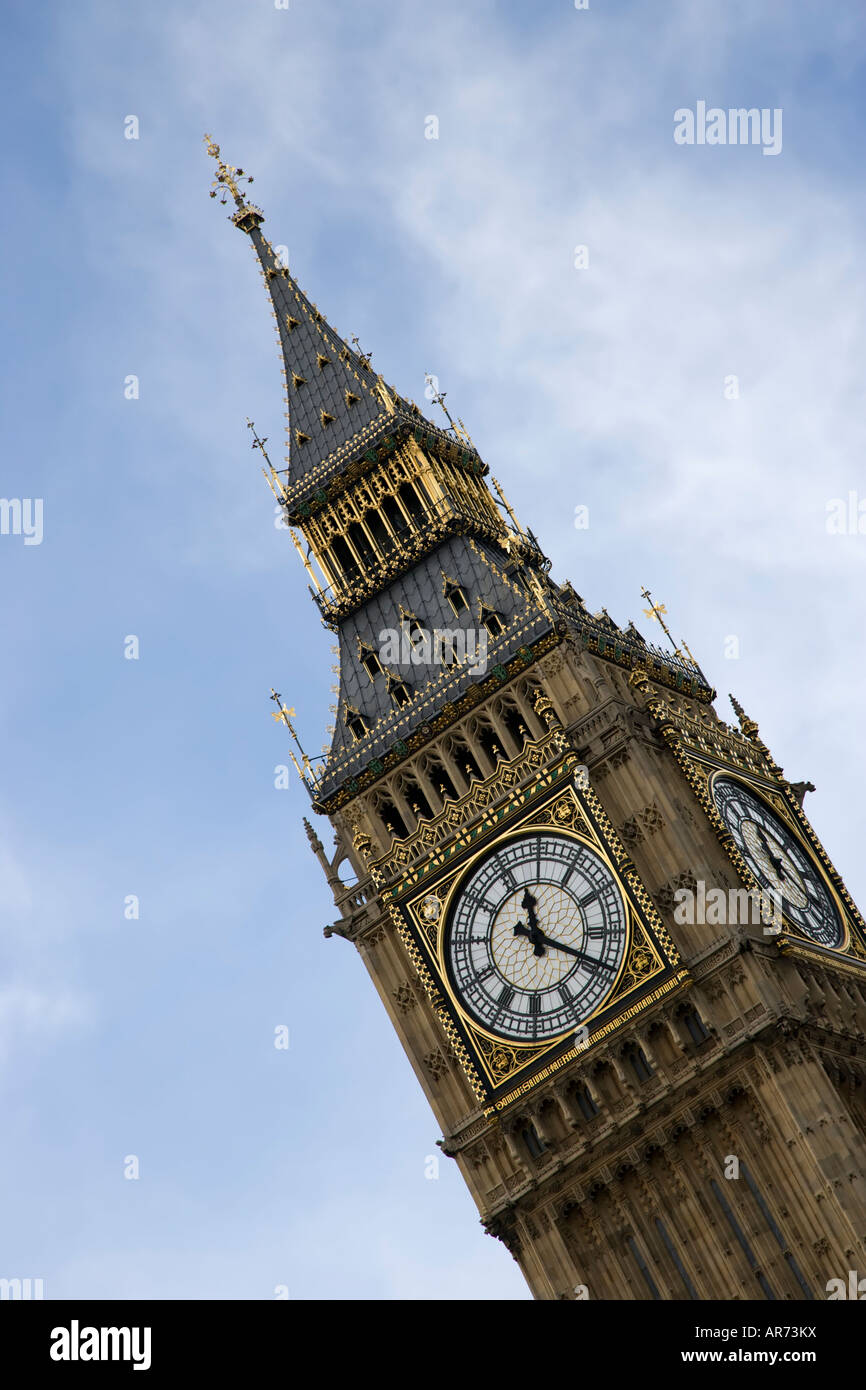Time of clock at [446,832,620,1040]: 11:18
